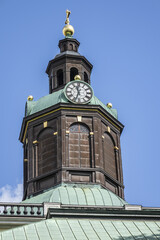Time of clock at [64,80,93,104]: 11:33
